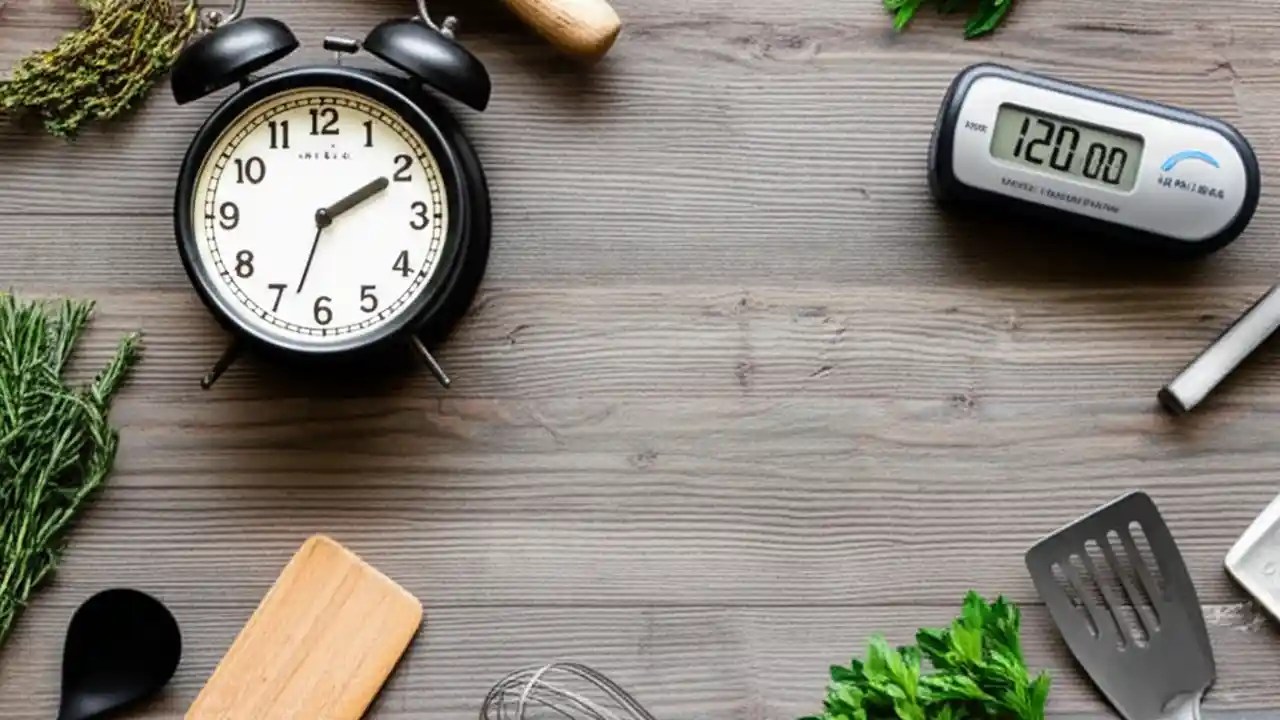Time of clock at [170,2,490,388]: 2:10
